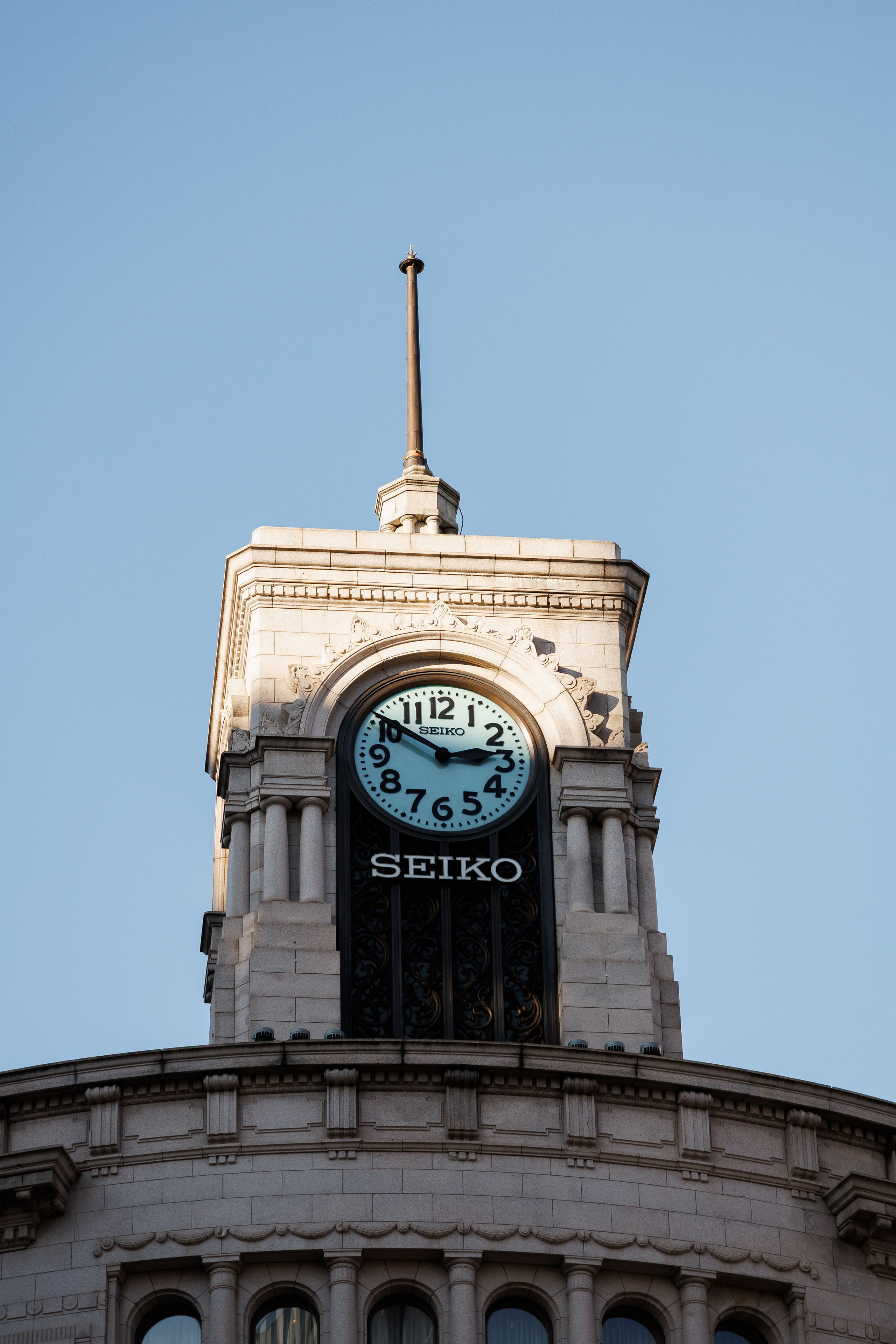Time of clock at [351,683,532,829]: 2:50
